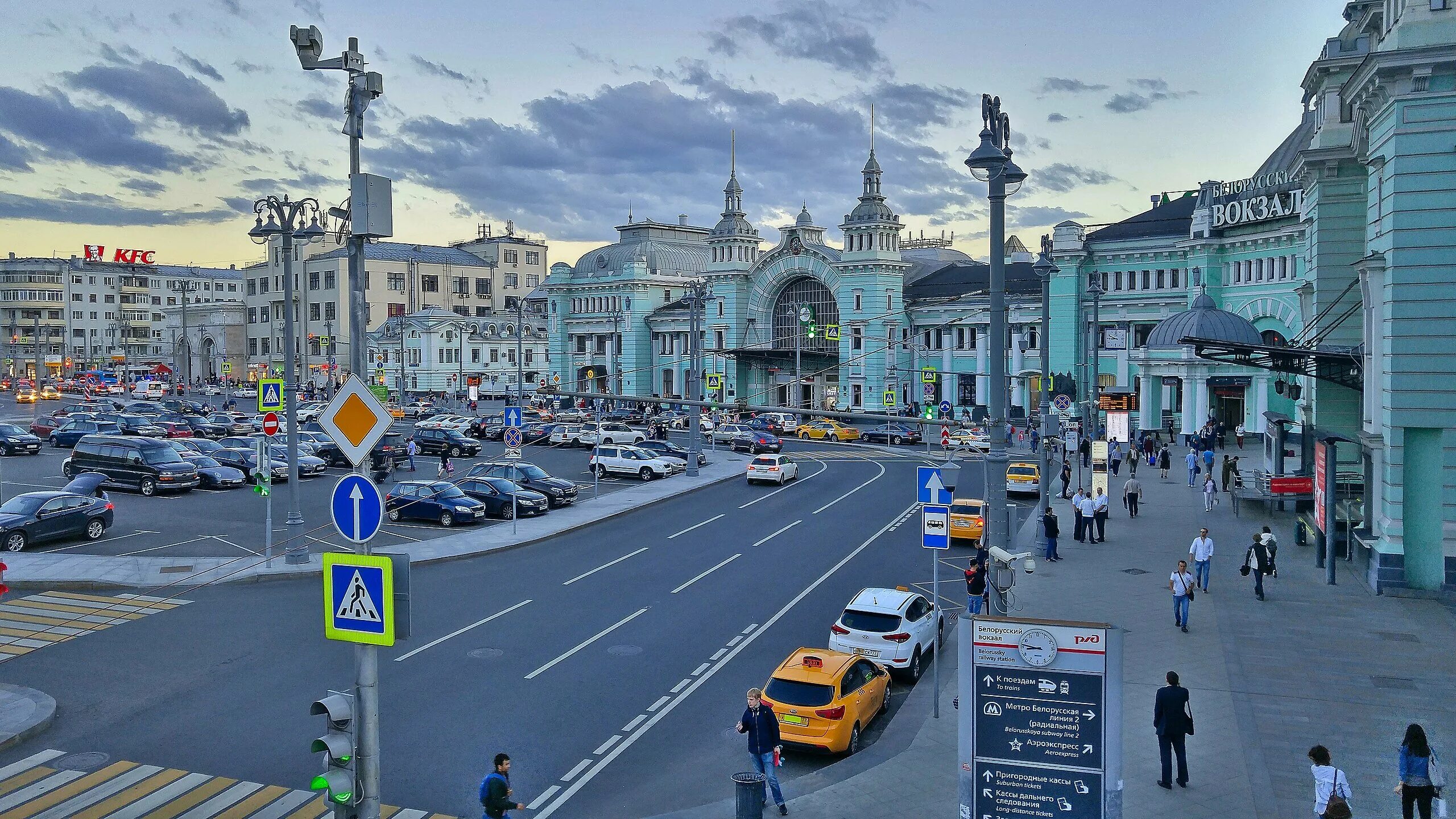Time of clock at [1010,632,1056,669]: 8:46
